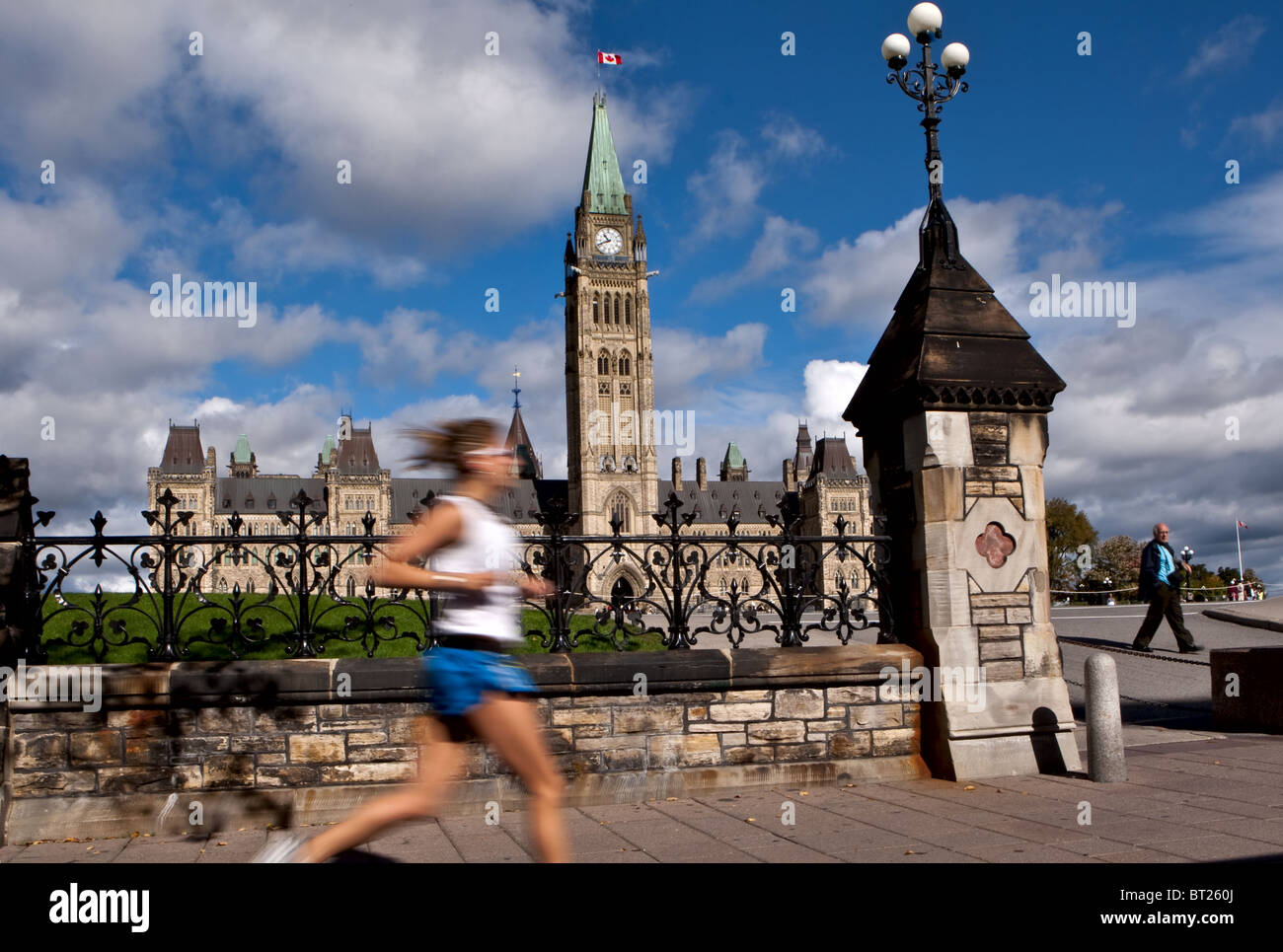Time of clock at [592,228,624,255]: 10:41
